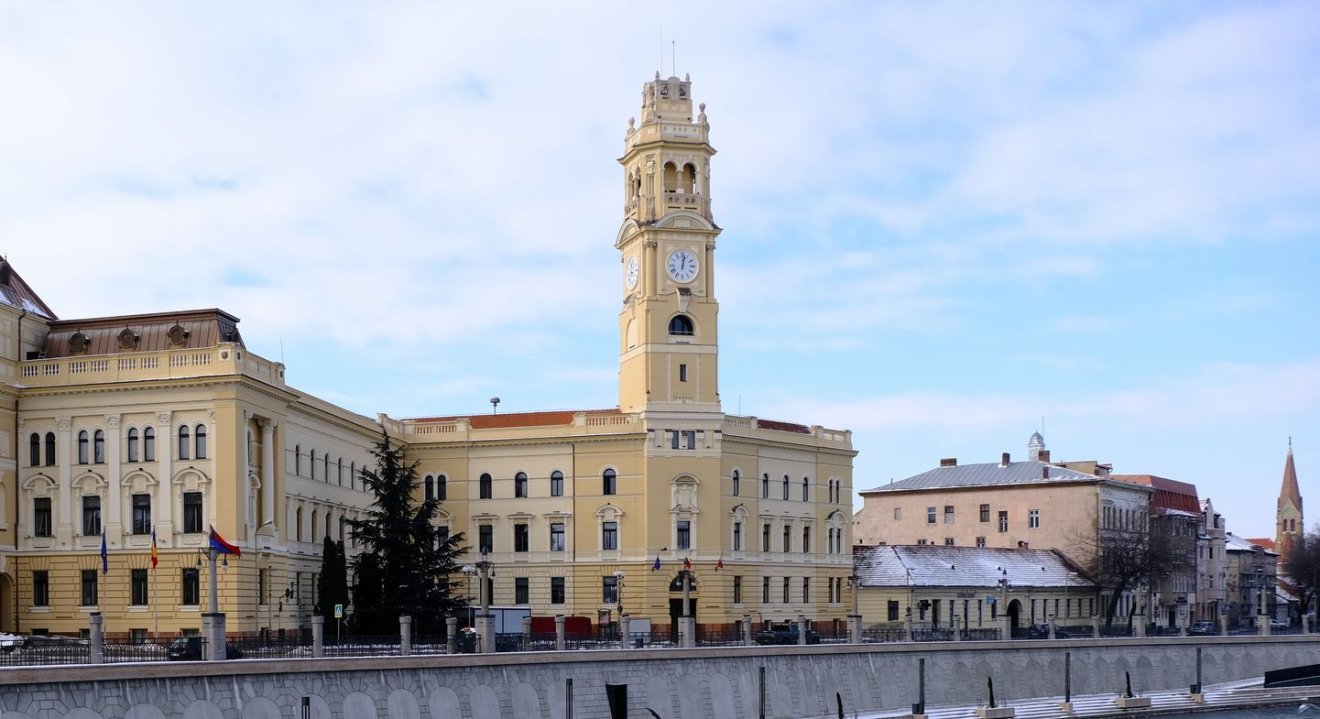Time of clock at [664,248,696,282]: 12:02
